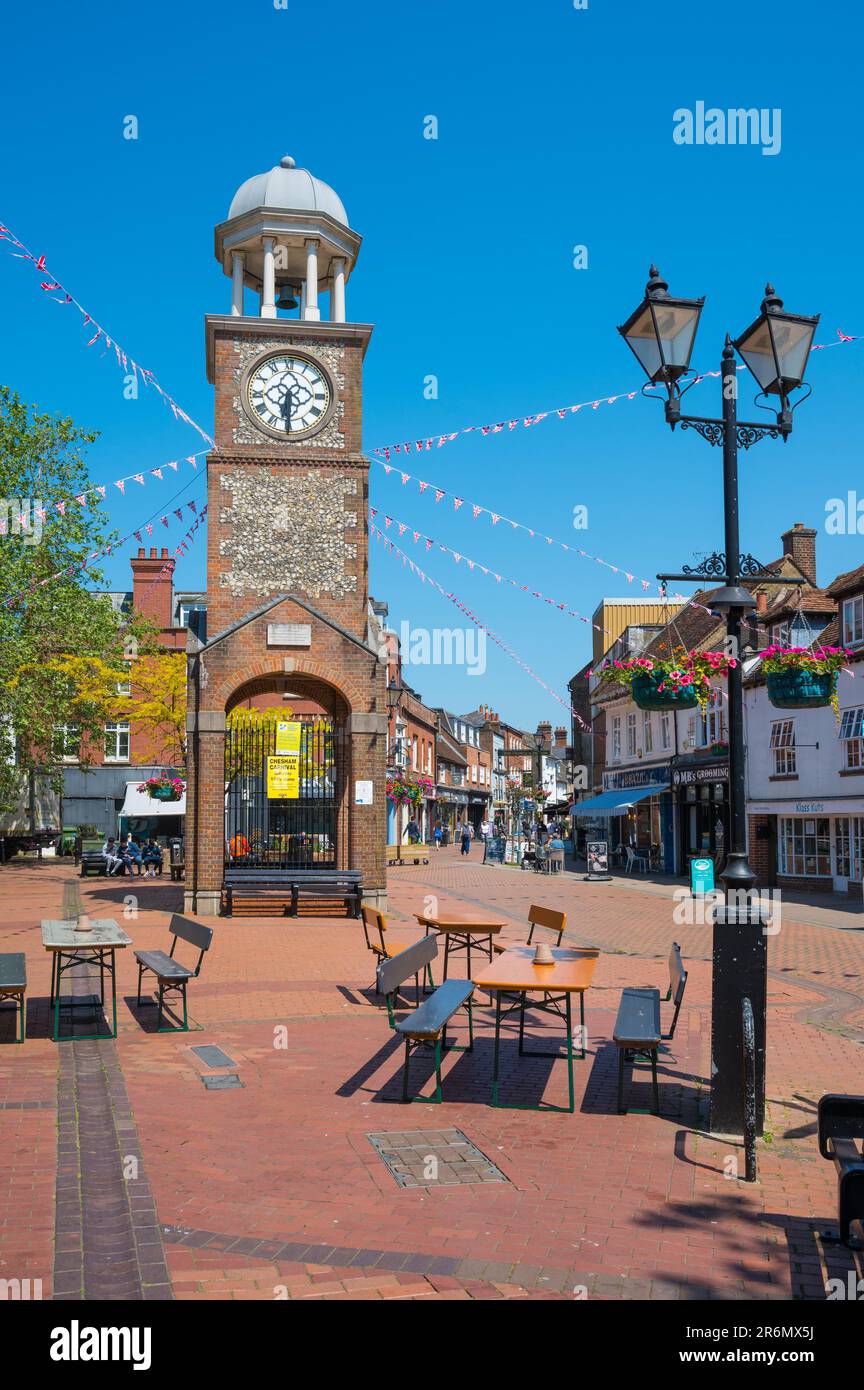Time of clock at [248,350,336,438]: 6:30
